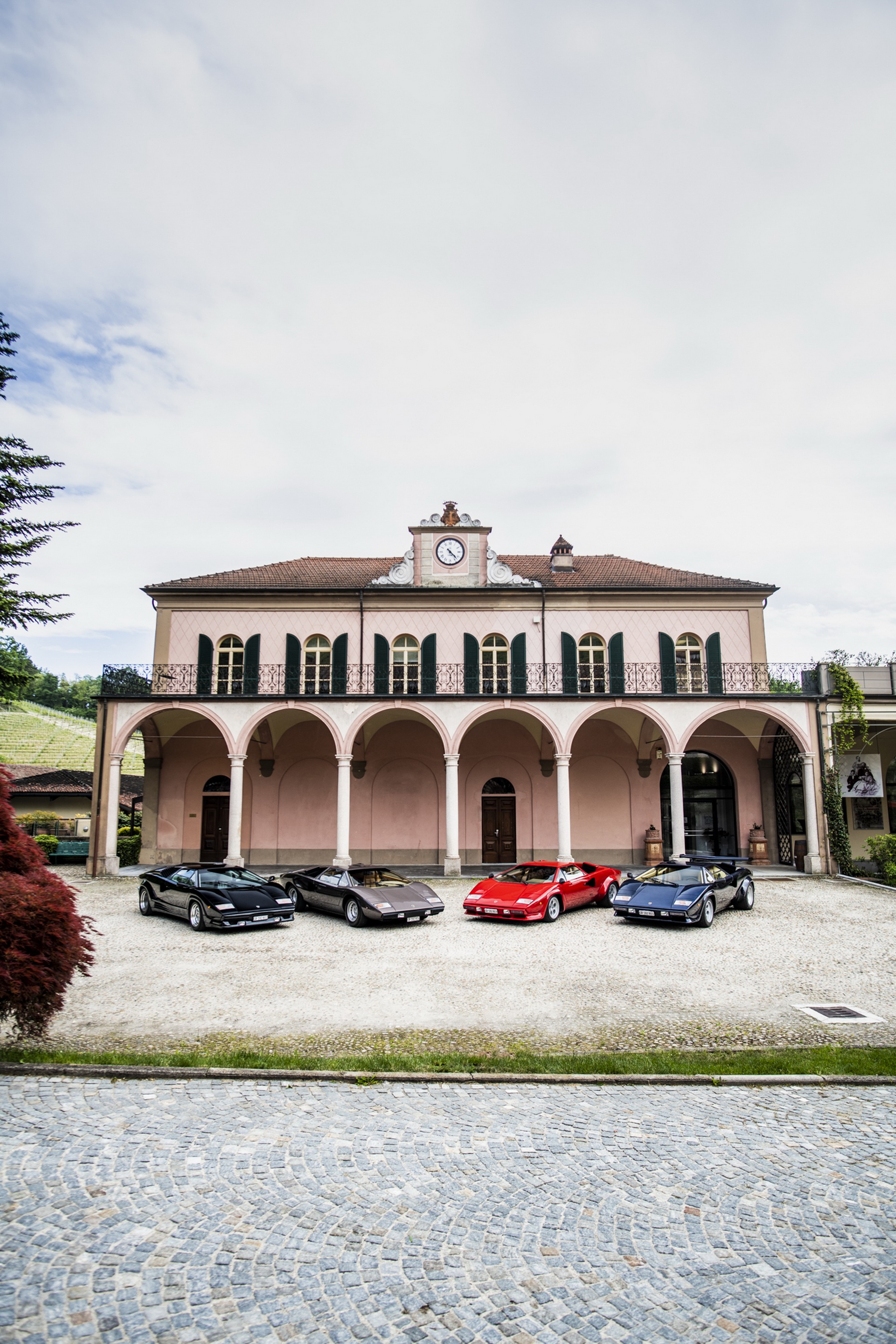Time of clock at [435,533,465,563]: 4:22
